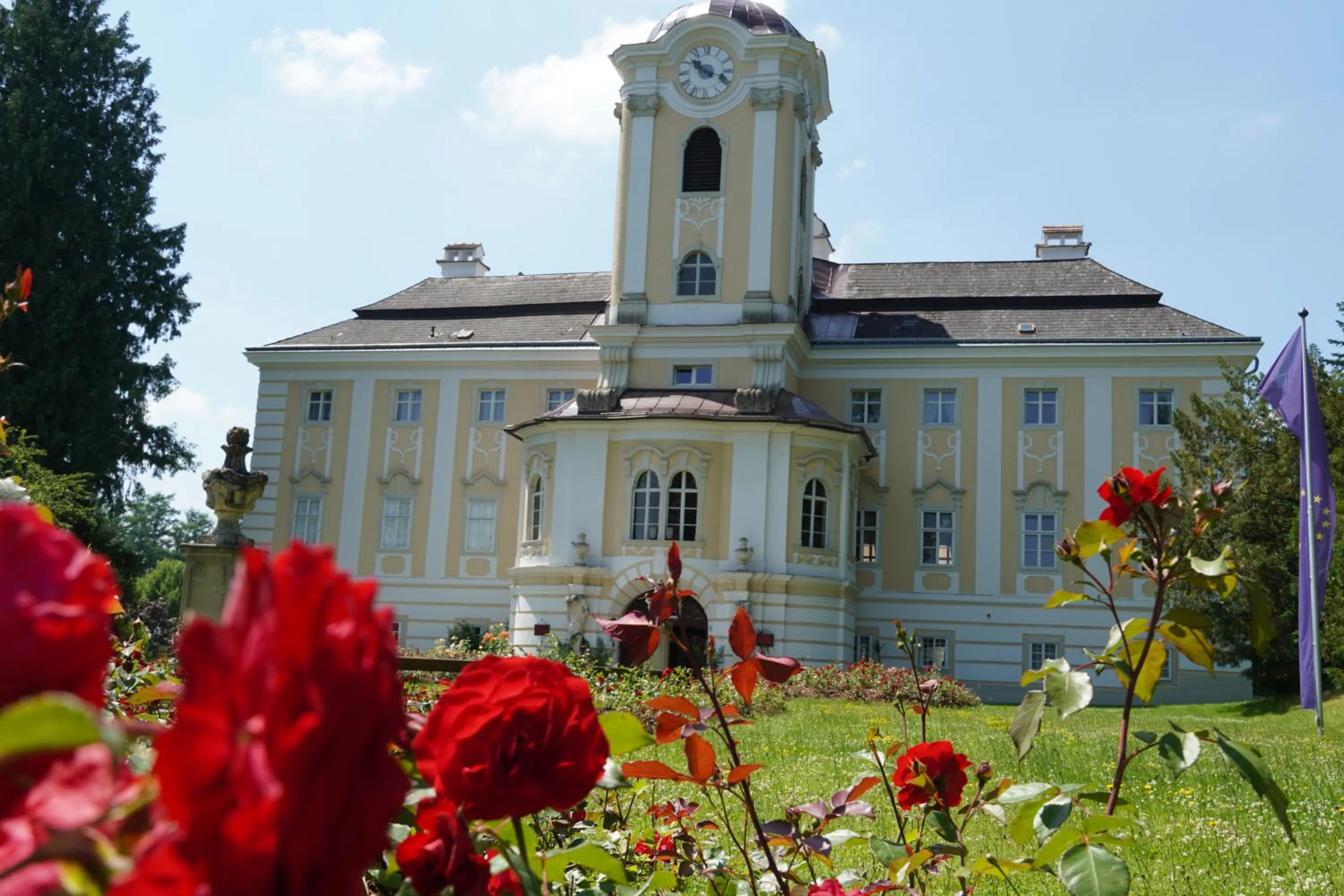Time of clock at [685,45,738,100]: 10:18
